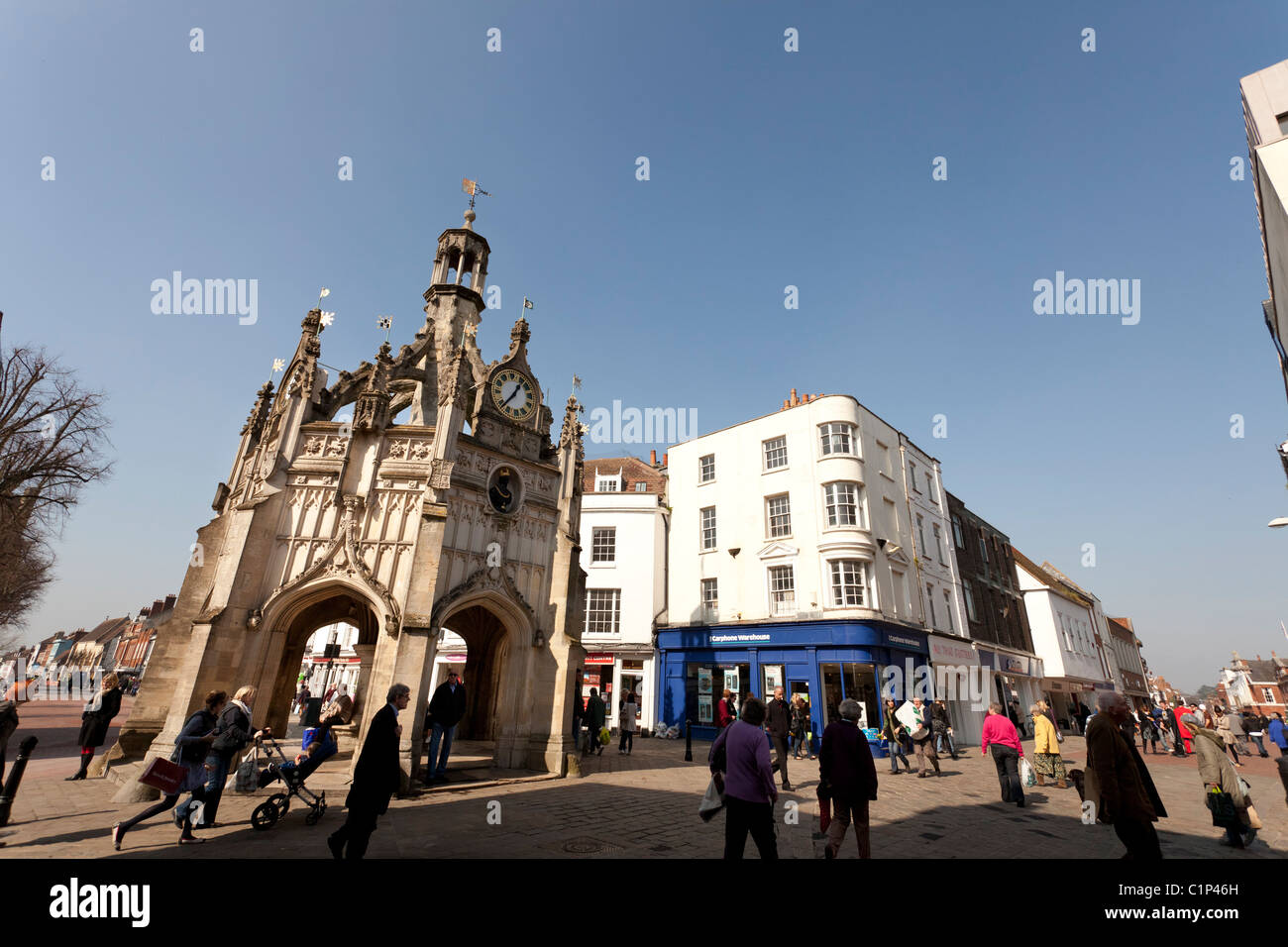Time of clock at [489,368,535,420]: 1:38
